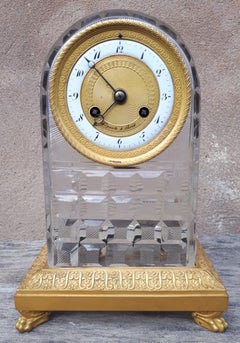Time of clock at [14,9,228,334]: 7:52
